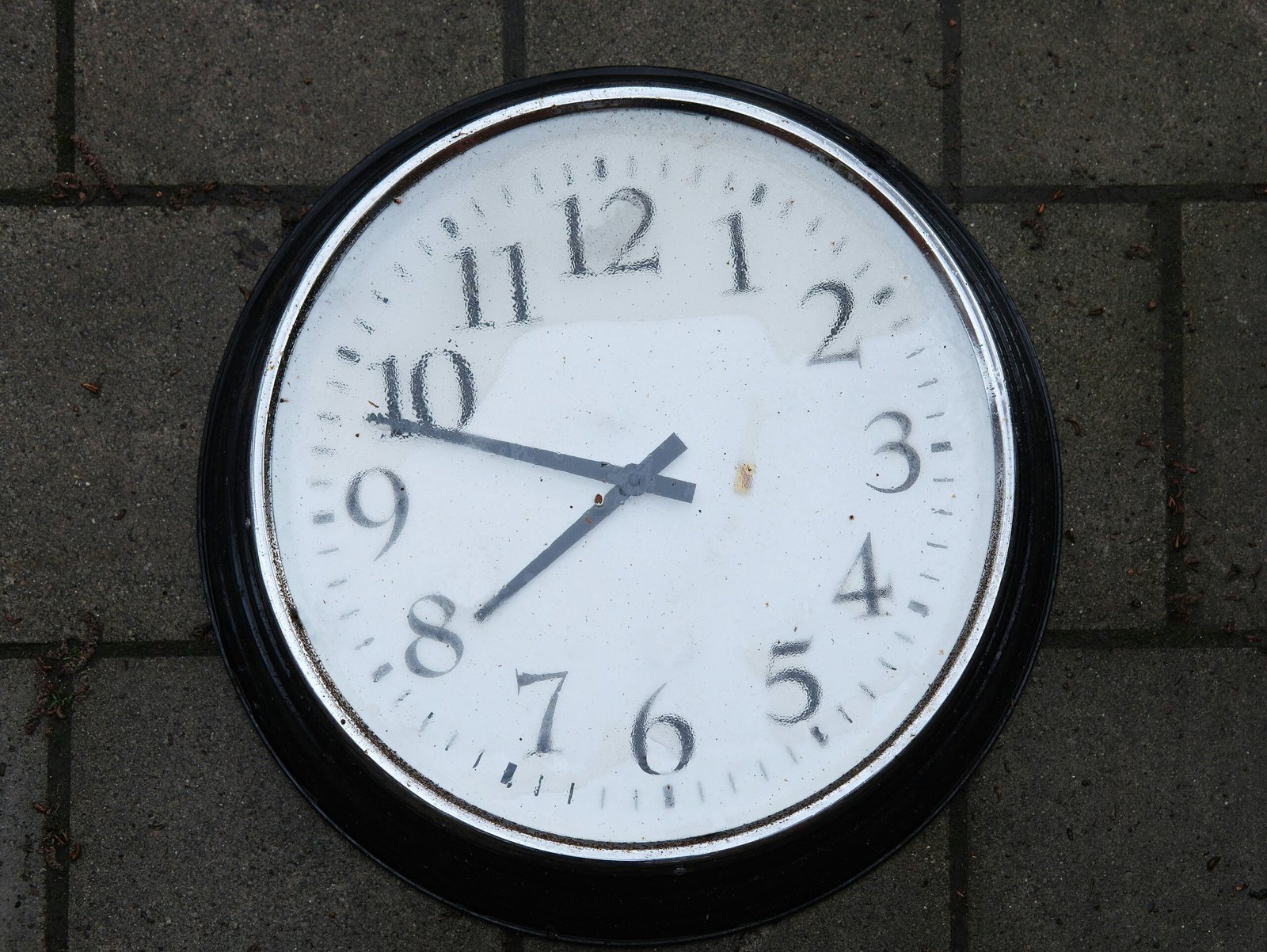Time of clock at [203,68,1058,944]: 7:48
